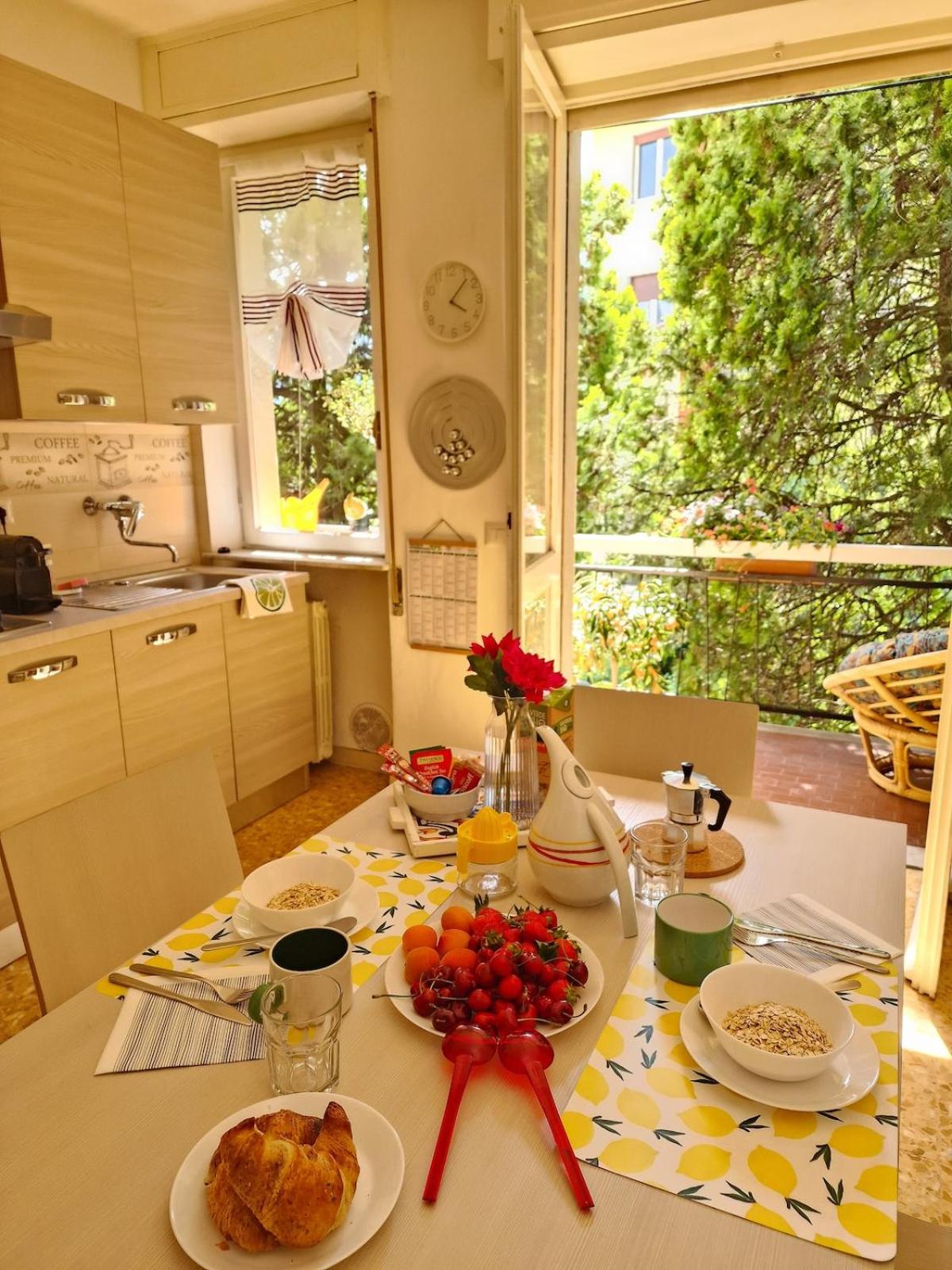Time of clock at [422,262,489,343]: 4:07
